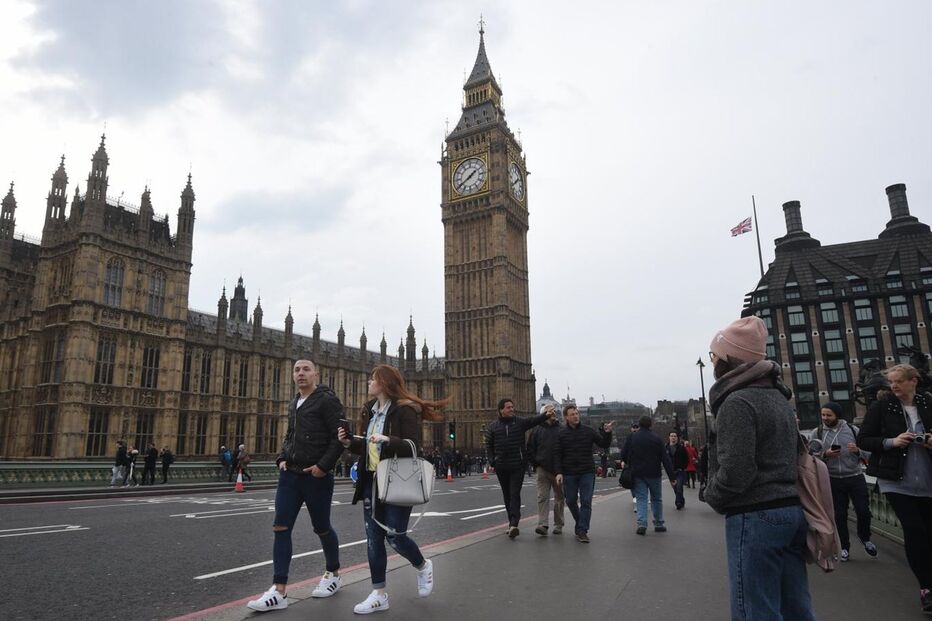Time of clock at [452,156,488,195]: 1:39
